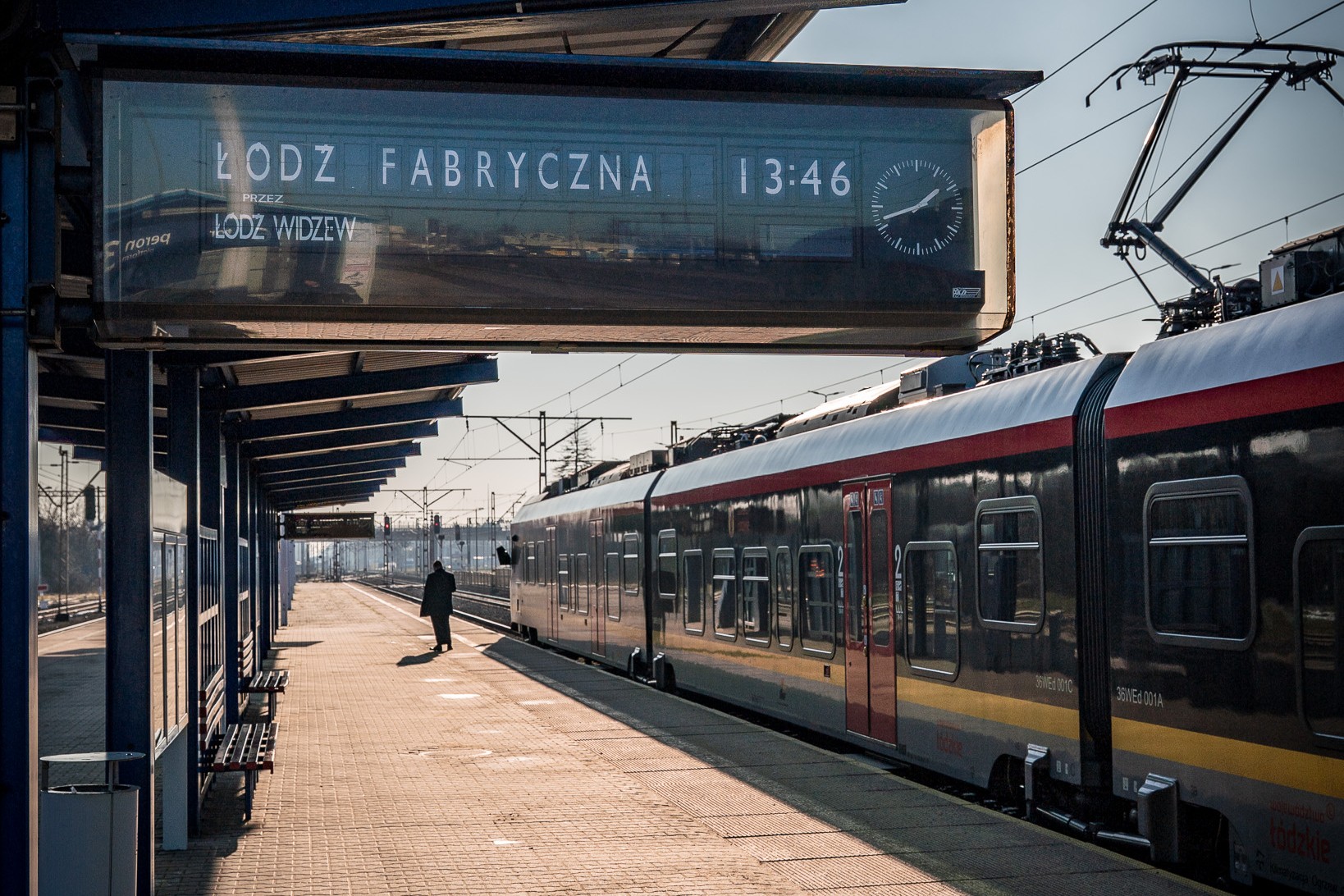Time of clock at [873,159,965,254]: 1:42
